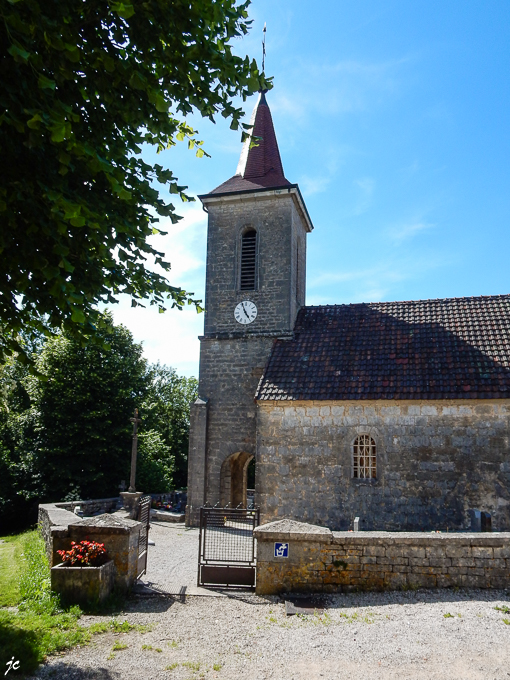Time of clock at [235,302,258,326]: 4:56
